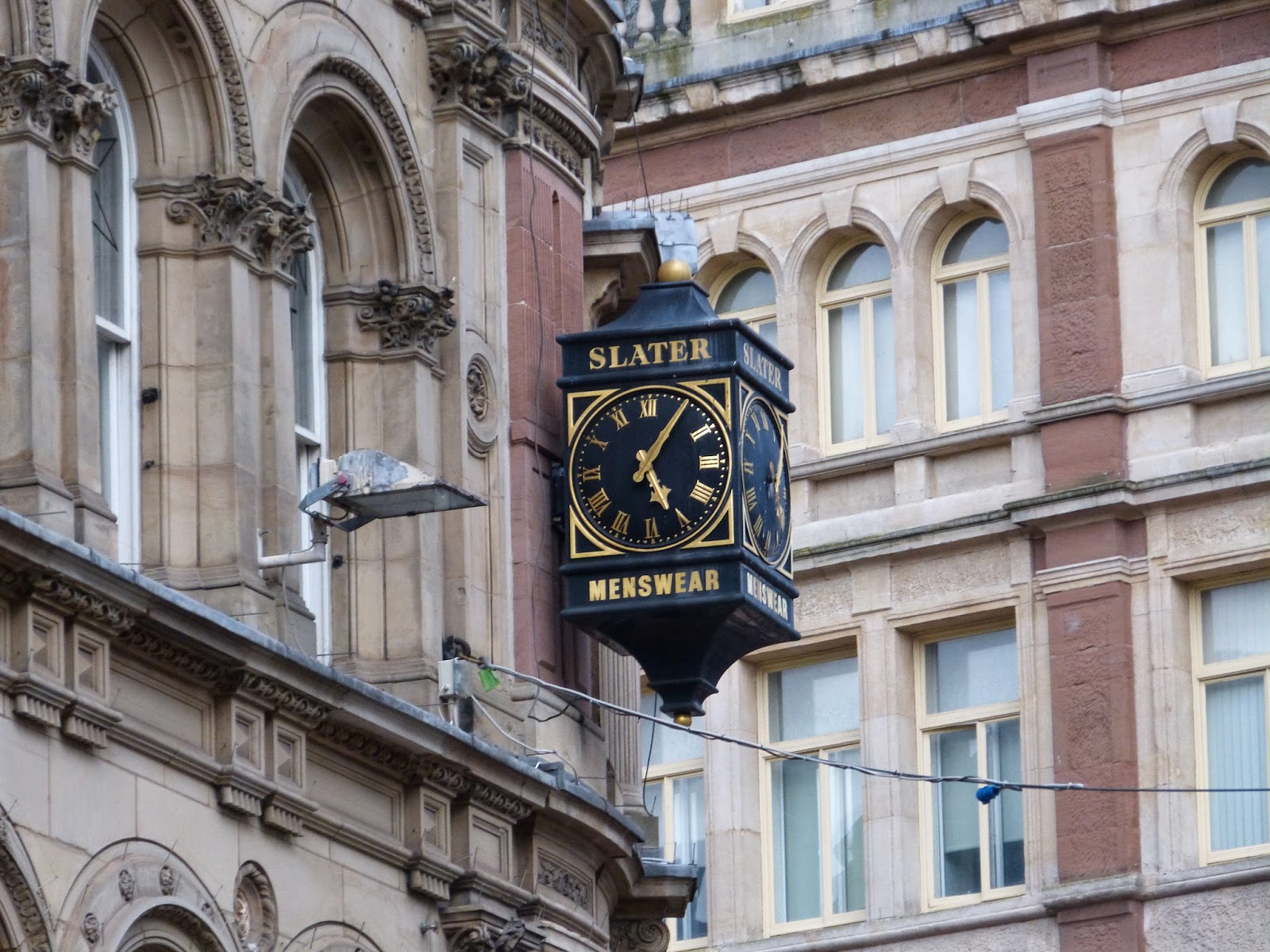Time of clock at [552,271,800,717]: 5:06
